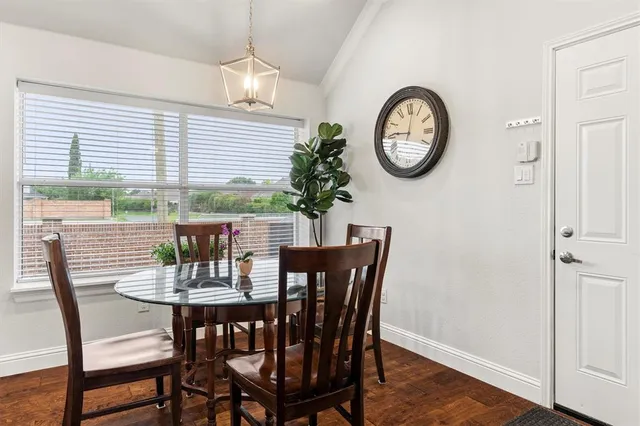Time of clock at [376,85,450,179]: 9:01
